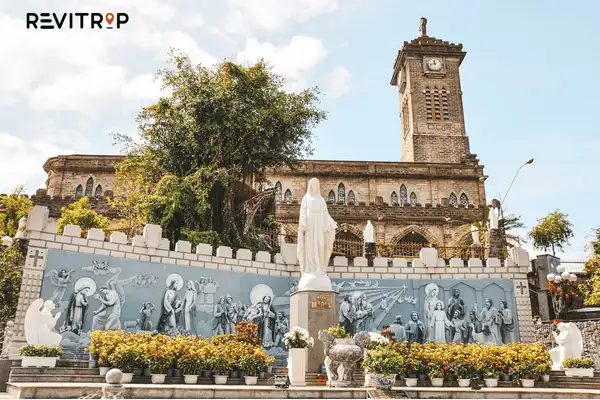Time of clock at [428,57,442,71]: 11:42
